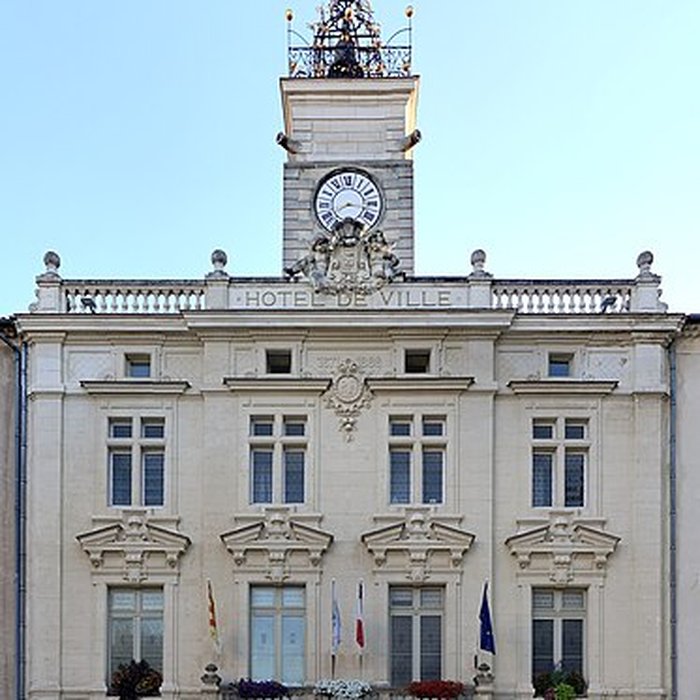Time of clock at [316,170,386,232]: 8:16
